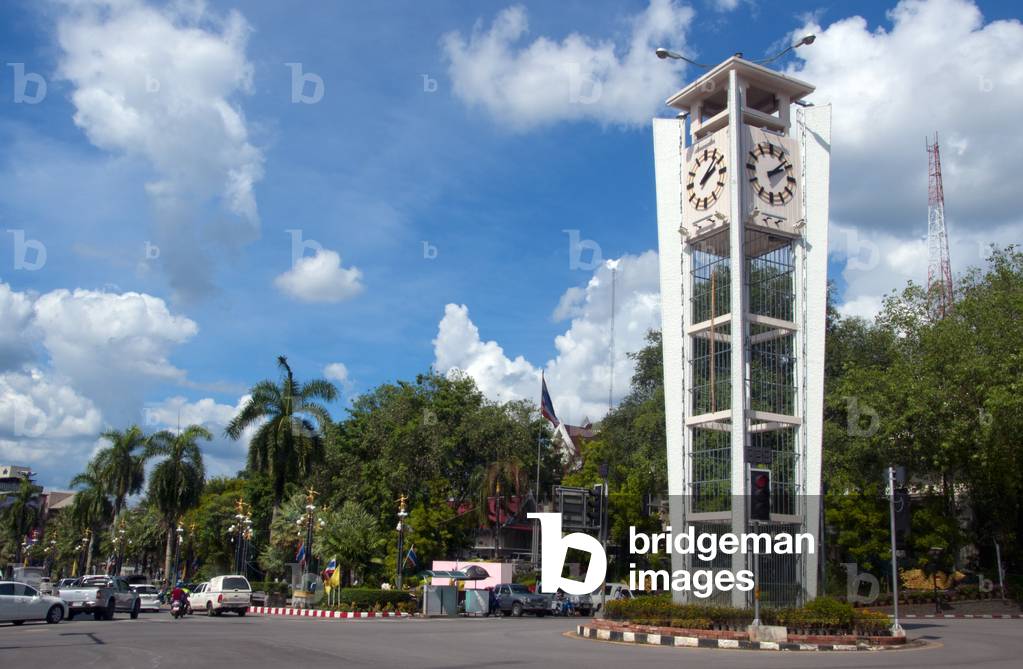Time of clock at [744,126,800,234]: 2:07
